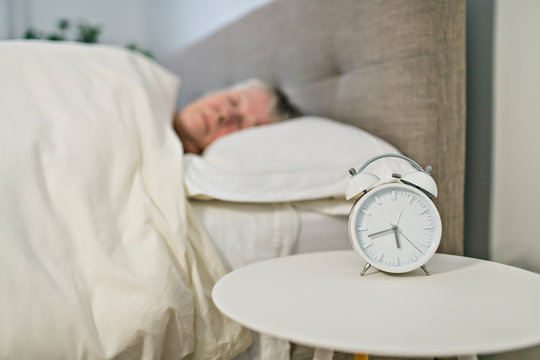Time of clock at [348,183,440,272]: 5:42
